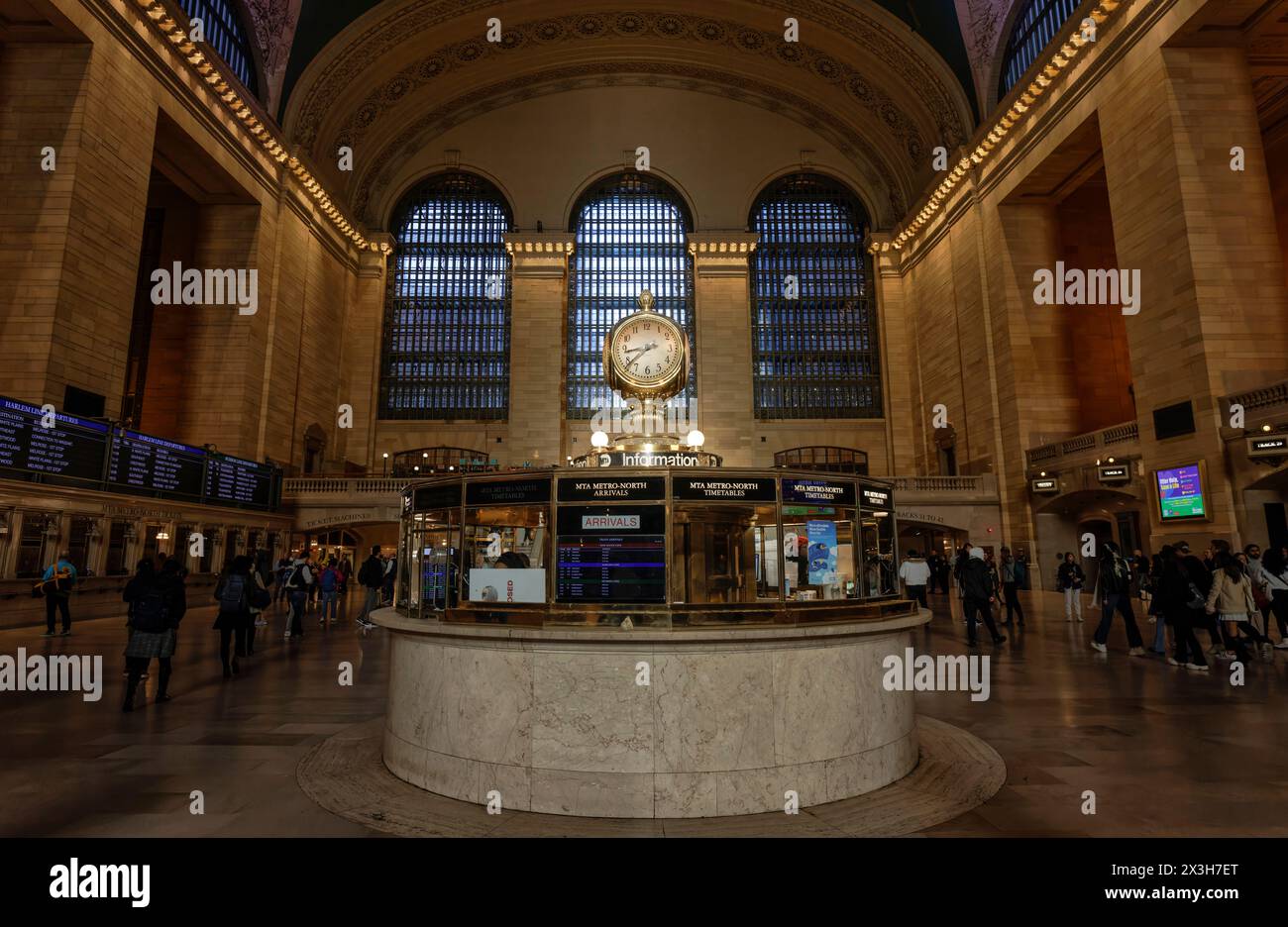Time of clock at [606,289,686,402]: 8:38
